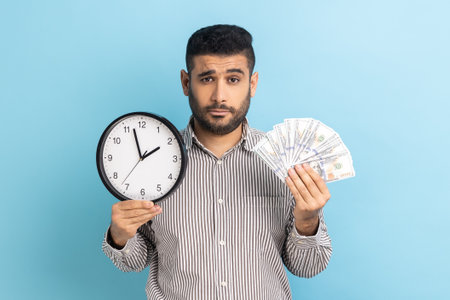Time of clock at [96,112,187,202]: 1:57
